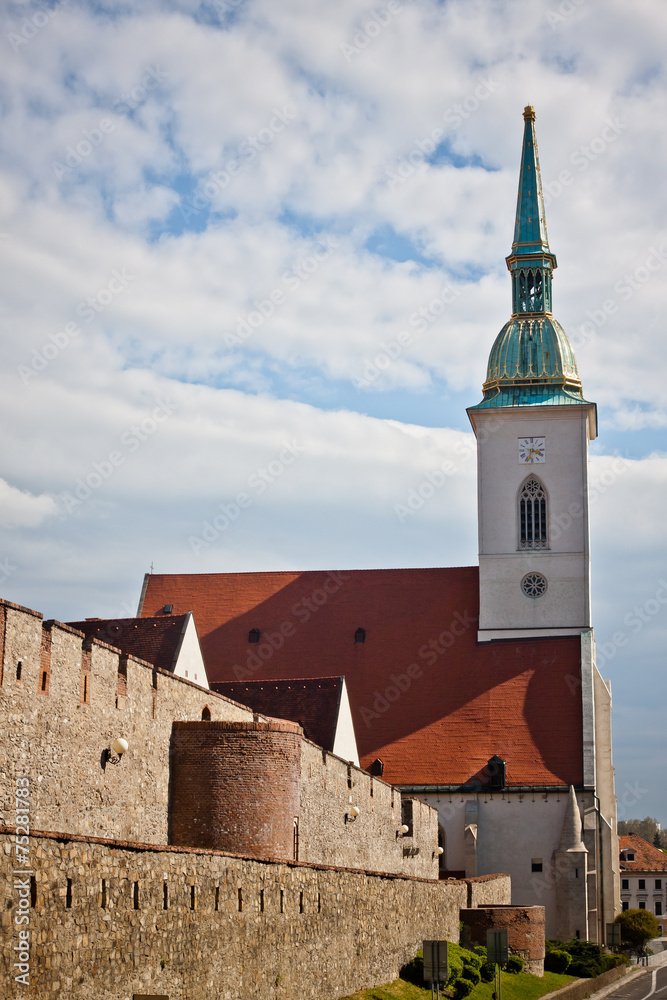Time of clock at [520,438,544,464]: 3:33
